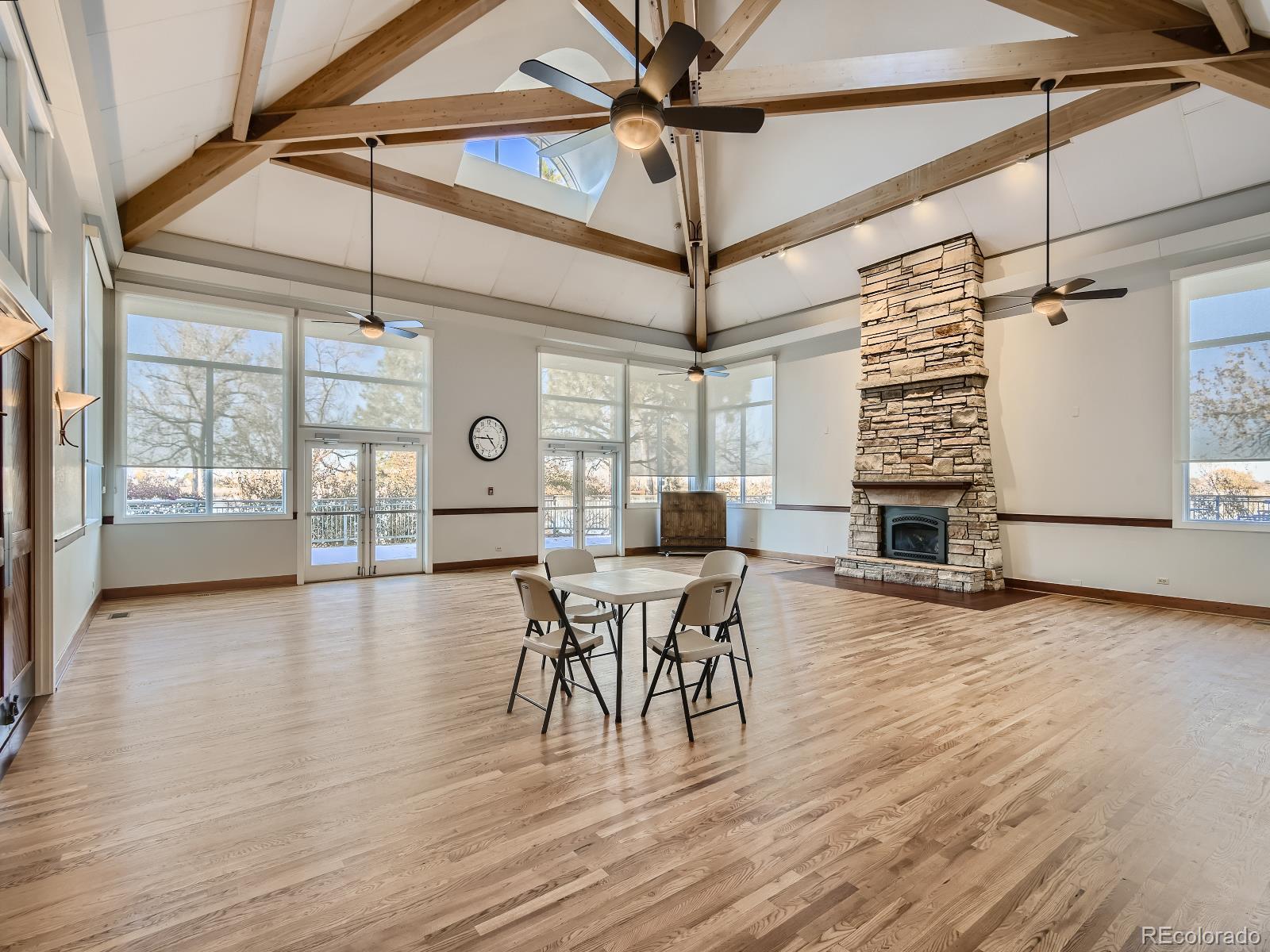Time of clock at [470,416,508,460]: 4:45
